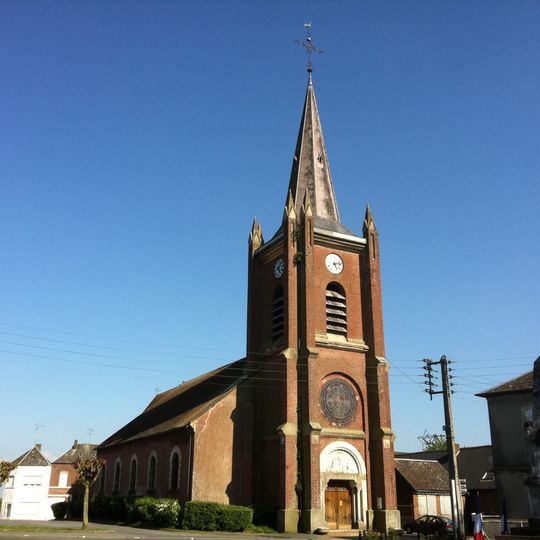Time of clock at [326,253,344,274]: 5:12
